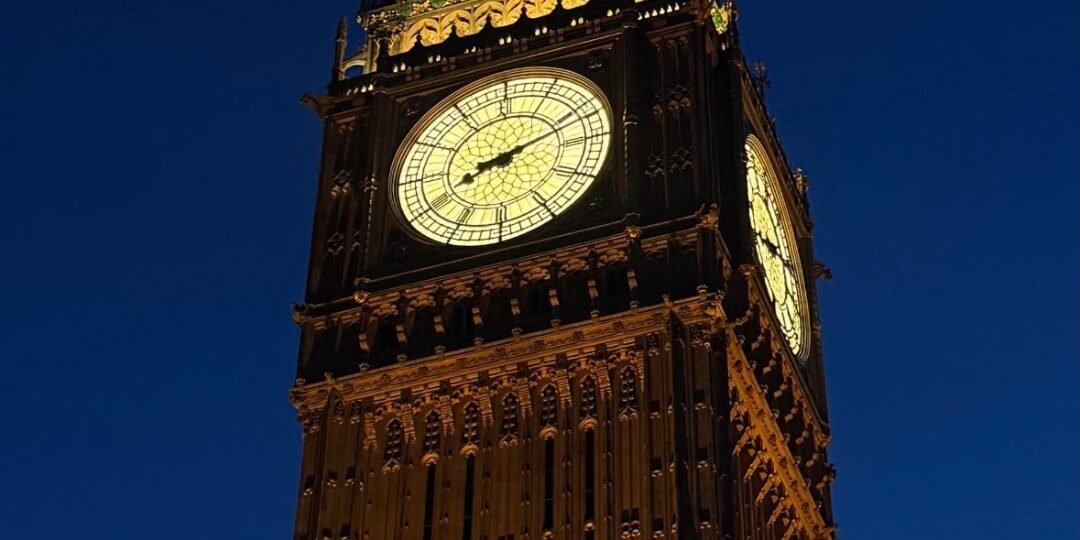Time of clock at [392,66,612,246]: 8:11
